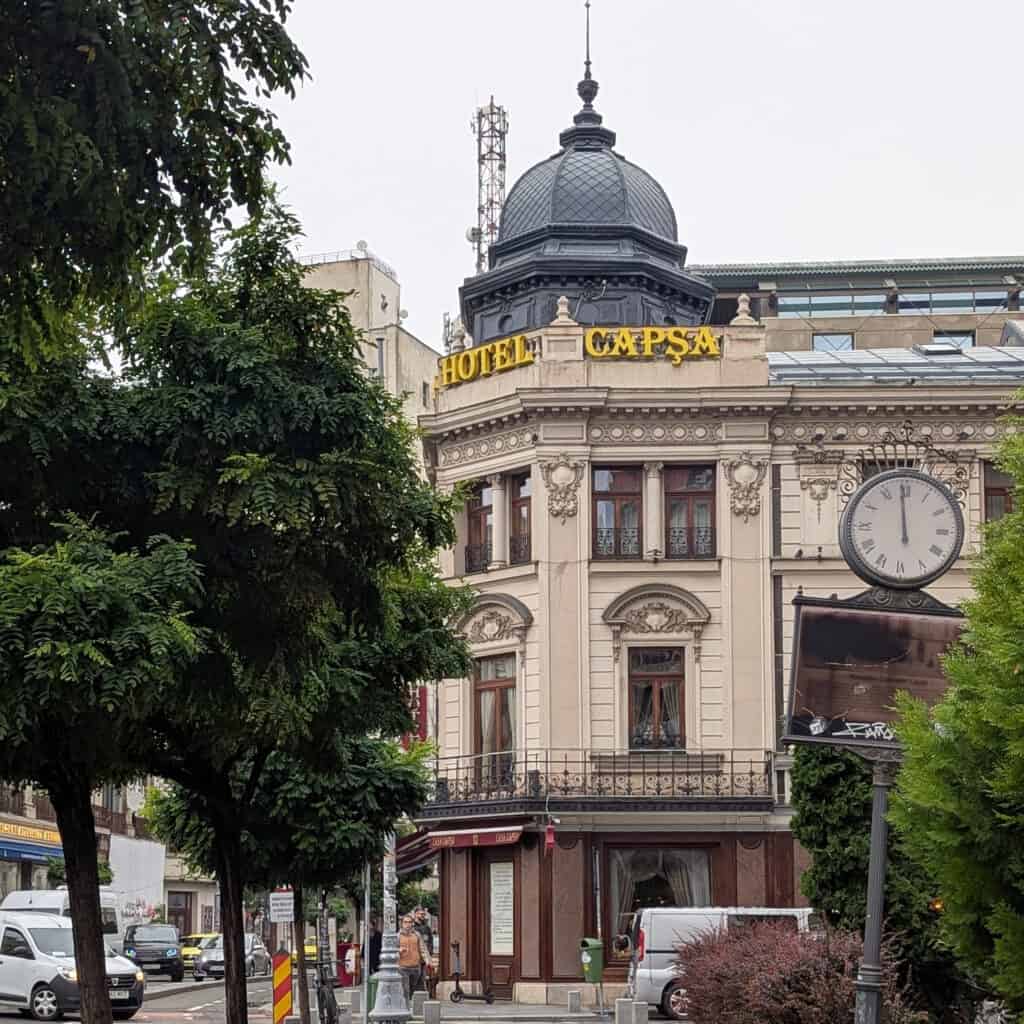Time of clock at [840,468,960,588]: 11:59
